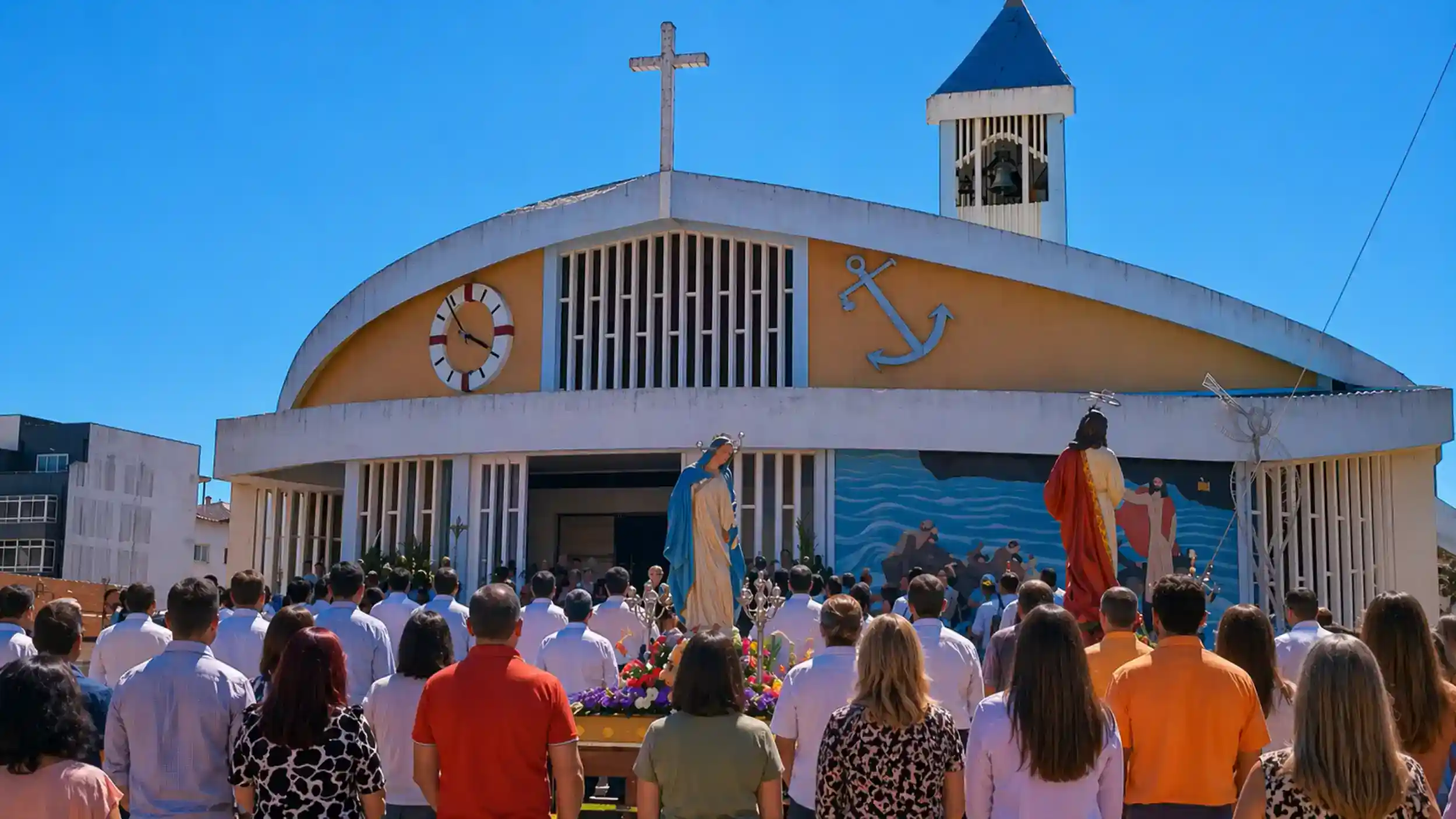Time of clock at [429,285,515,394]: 3:53
